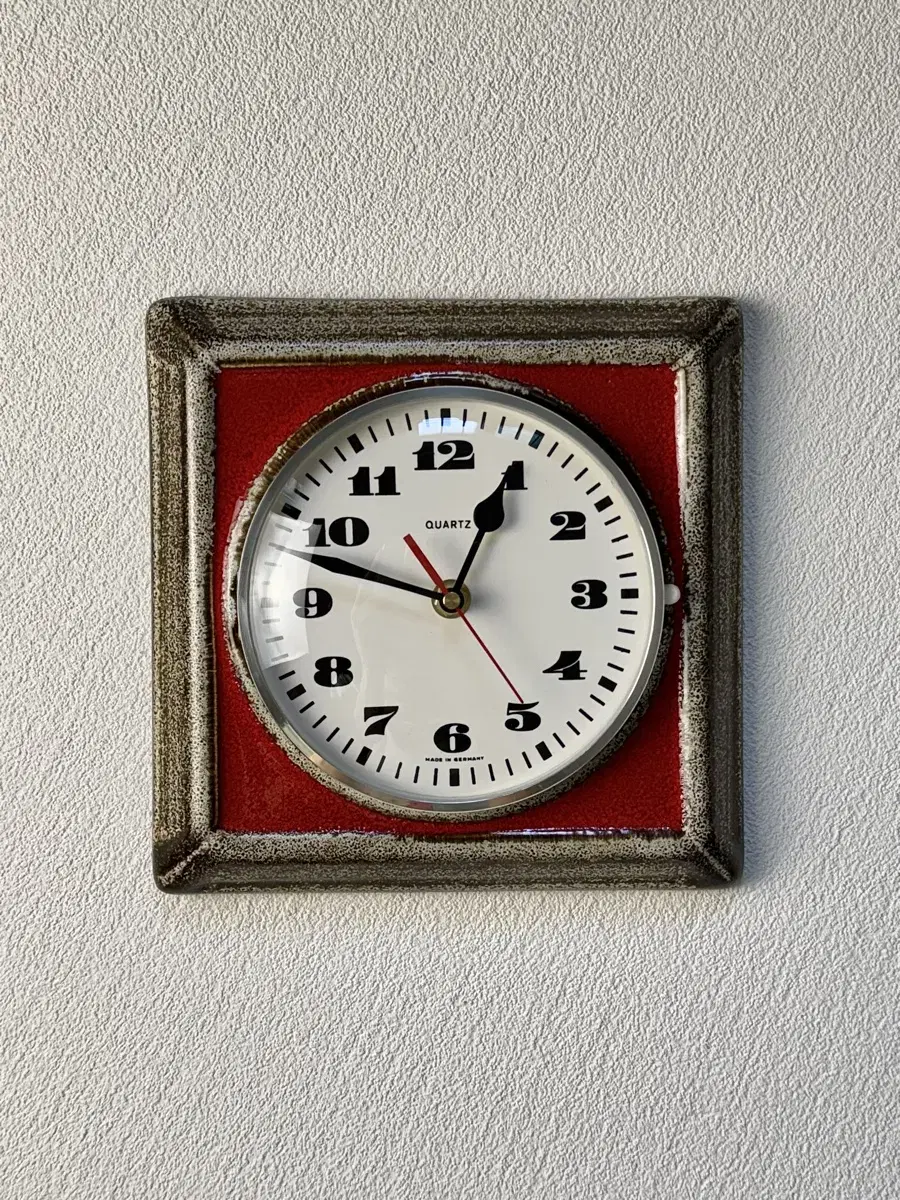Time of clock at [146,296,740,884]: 12:47
